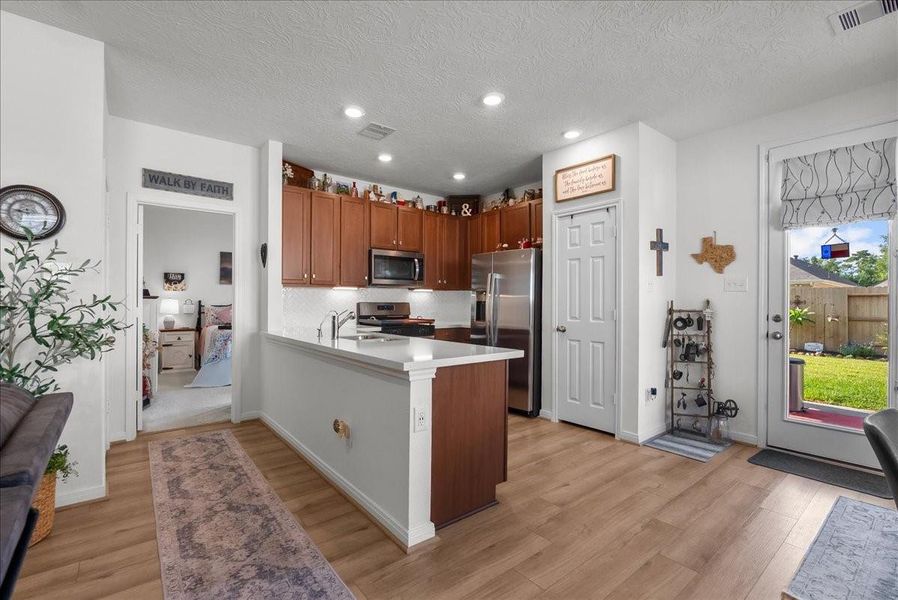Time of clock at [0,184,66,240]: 9:14
